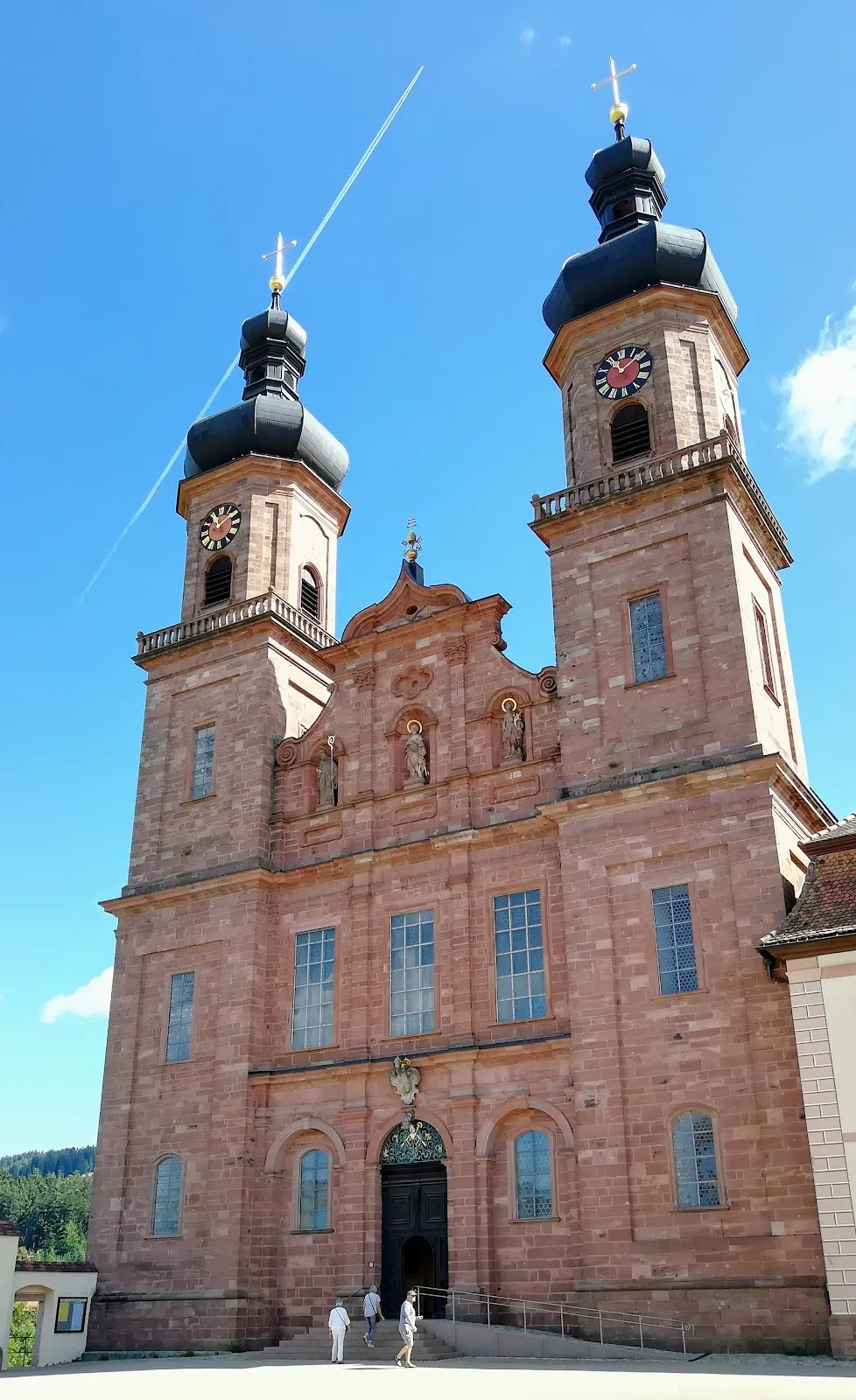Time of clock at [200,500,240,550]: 11:08
